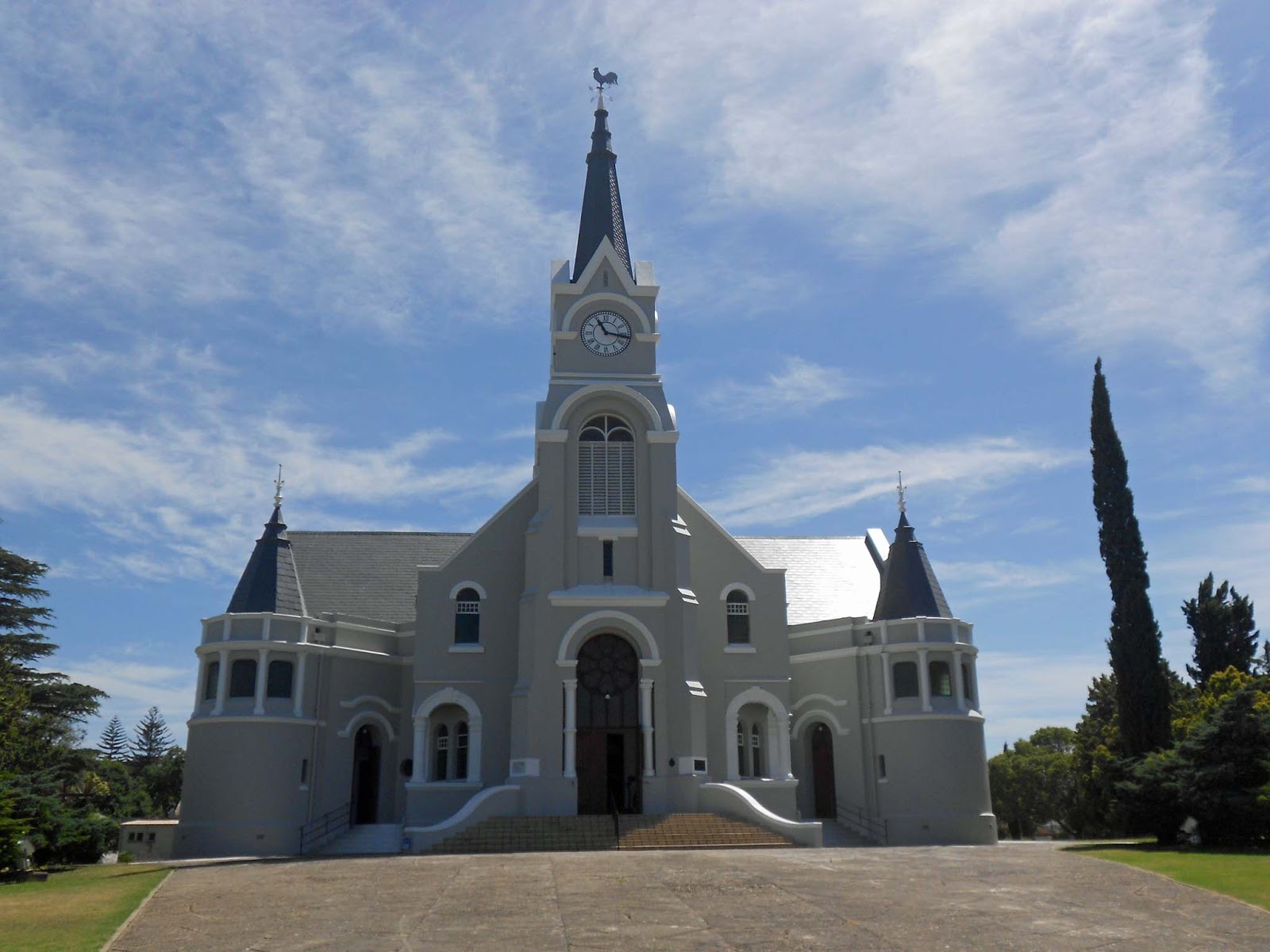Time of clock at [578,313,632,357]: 11:16
